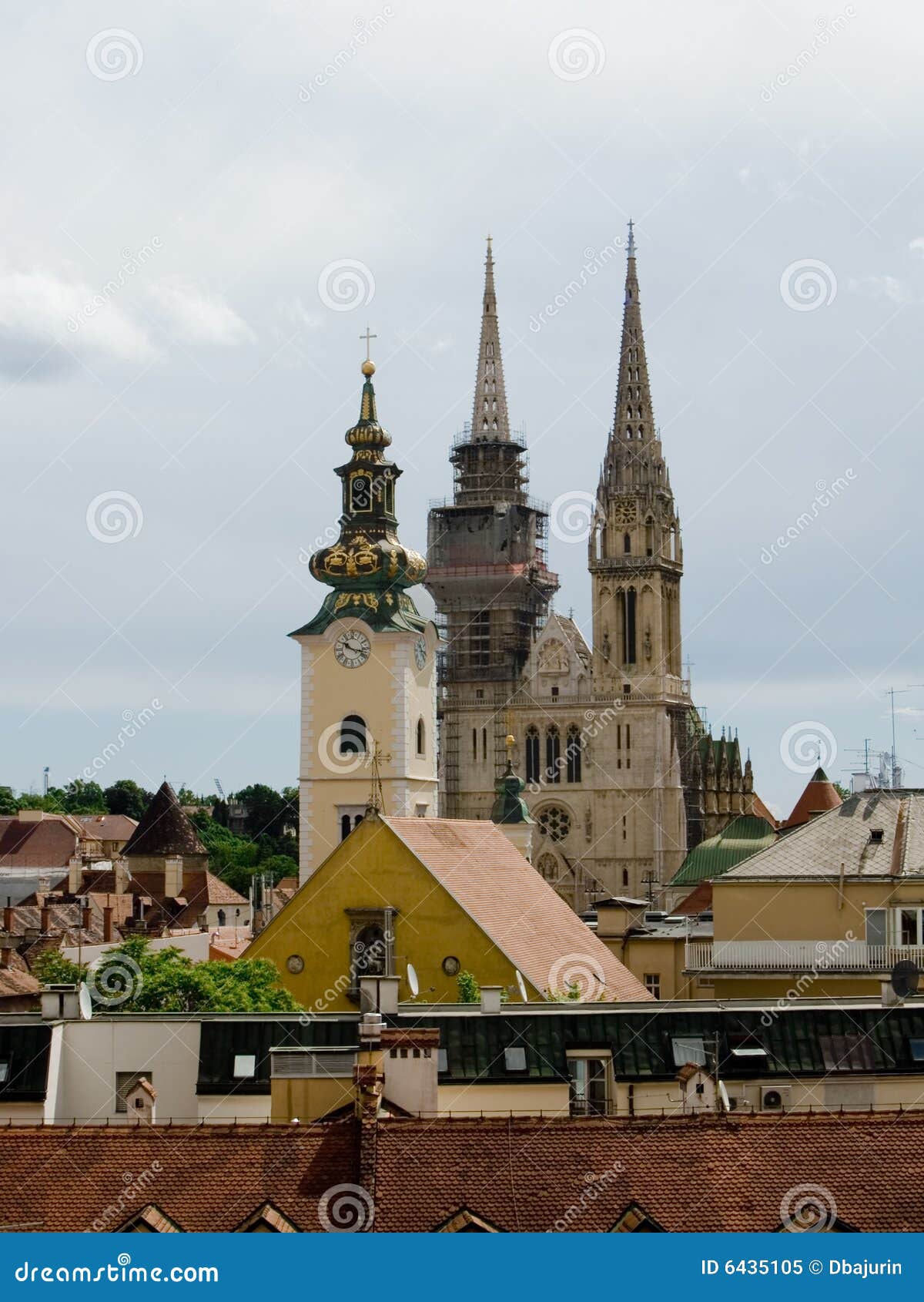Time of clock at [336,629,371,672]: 10:17
